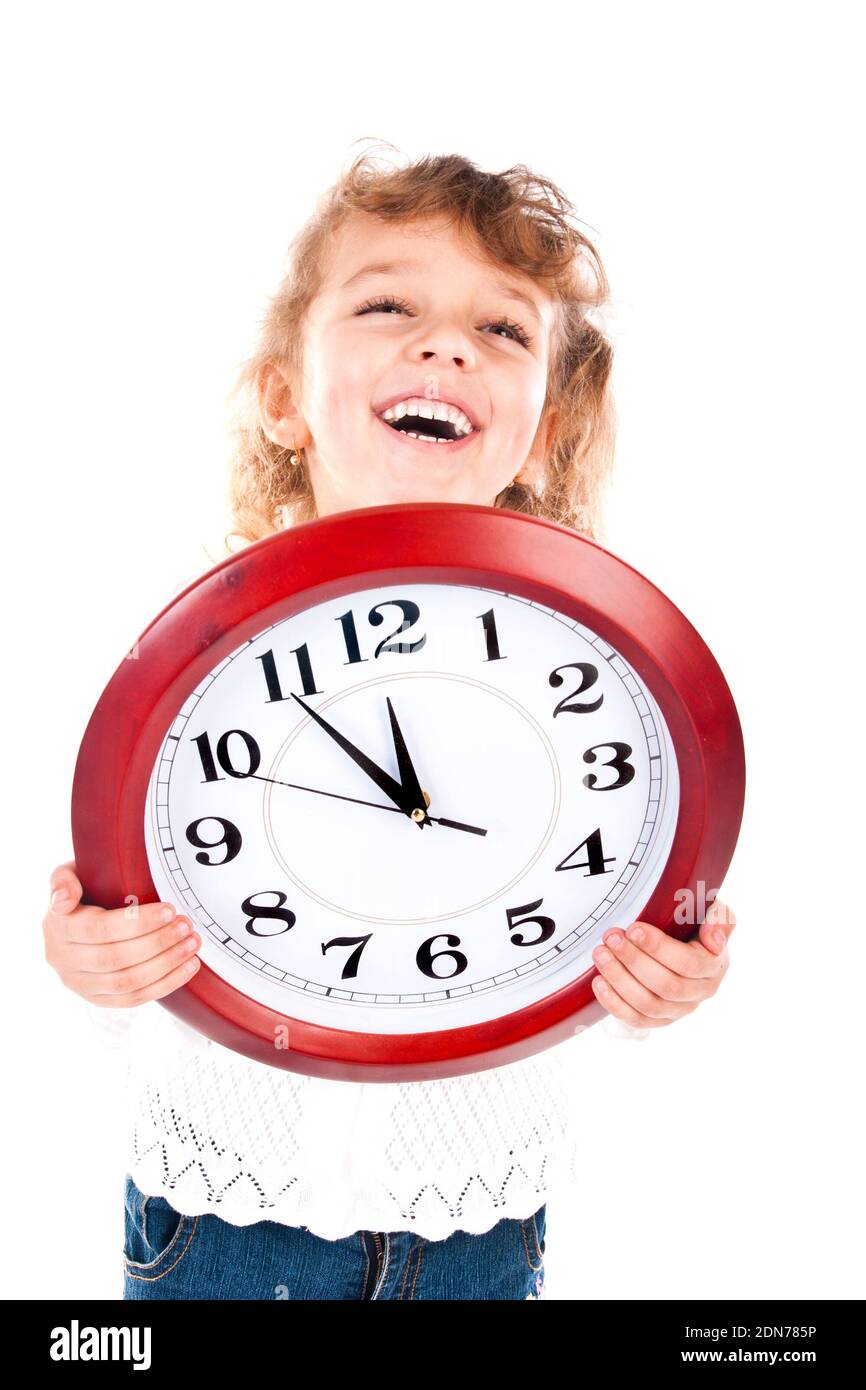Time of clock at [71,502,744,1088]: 11:54
